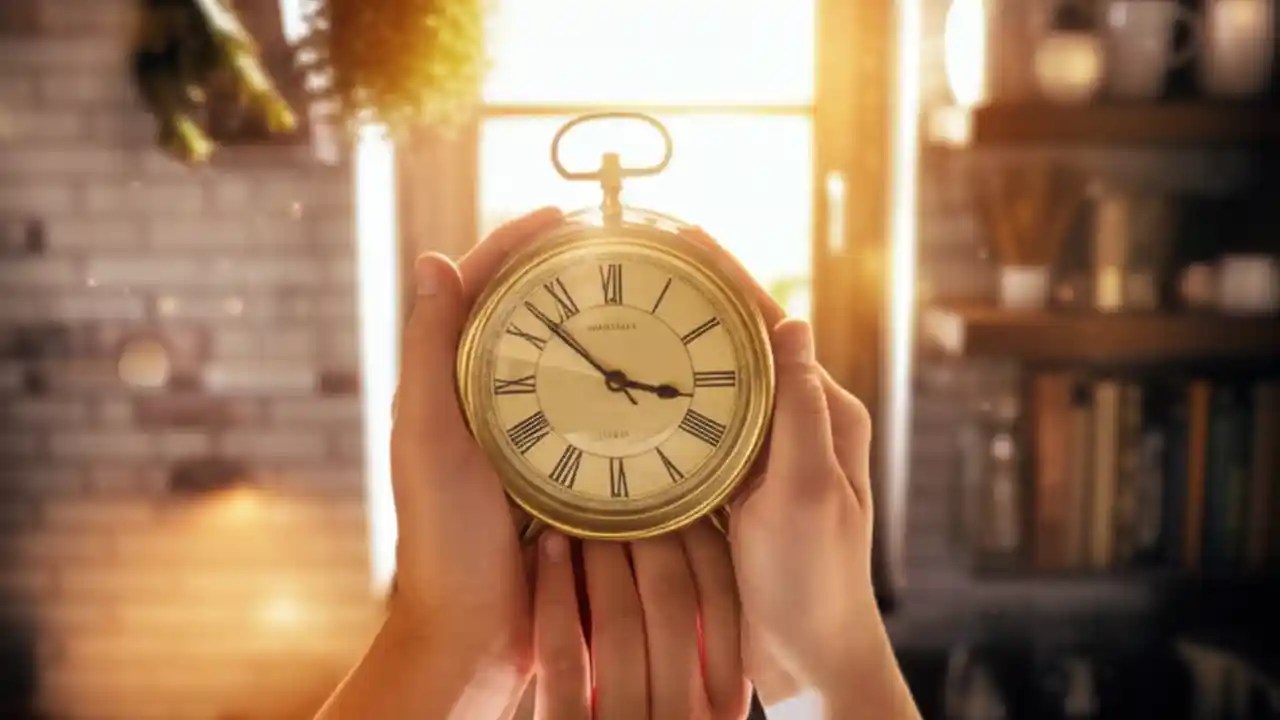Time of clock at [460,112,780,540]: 3:52
